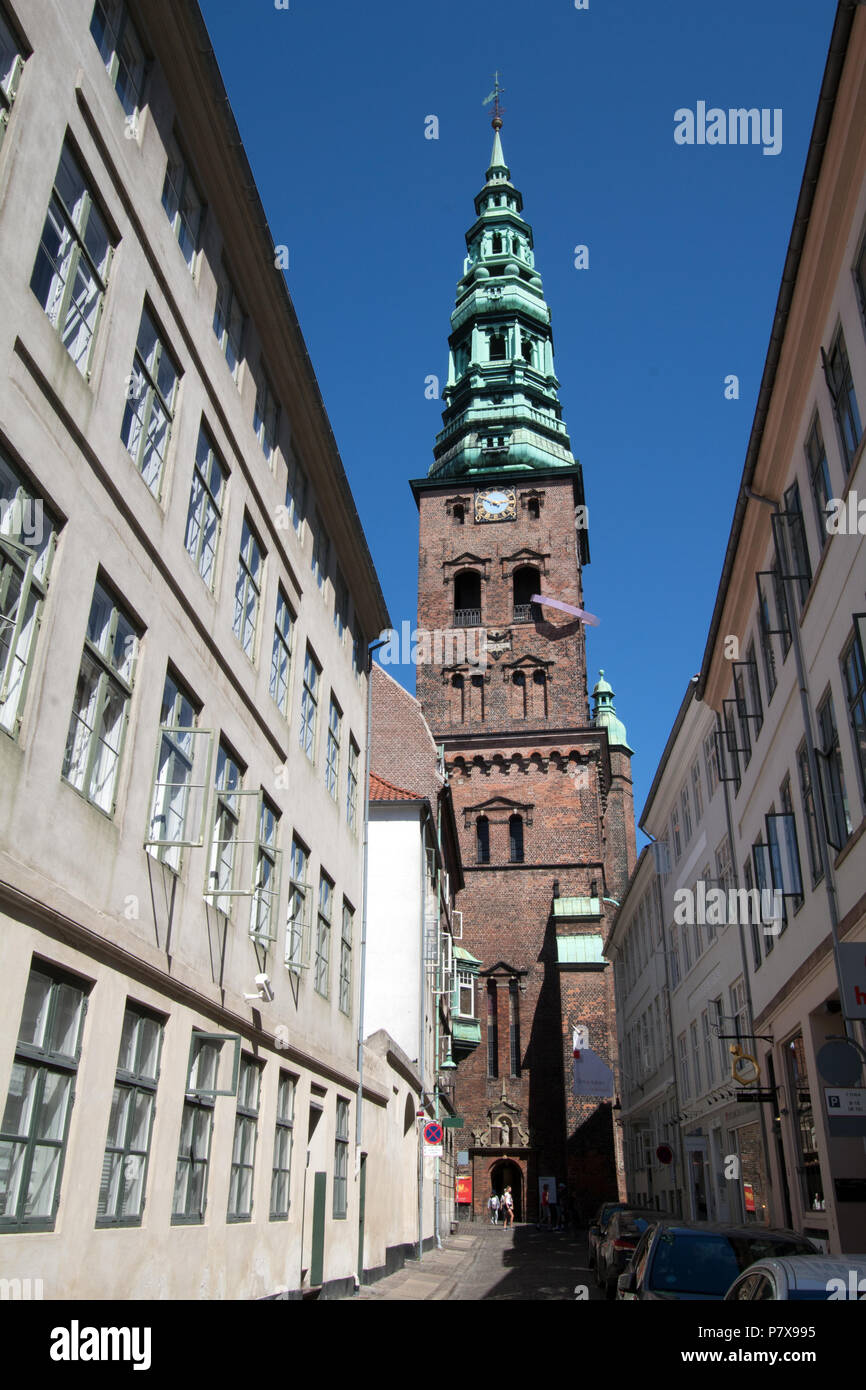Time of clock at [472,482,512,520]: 10:12
